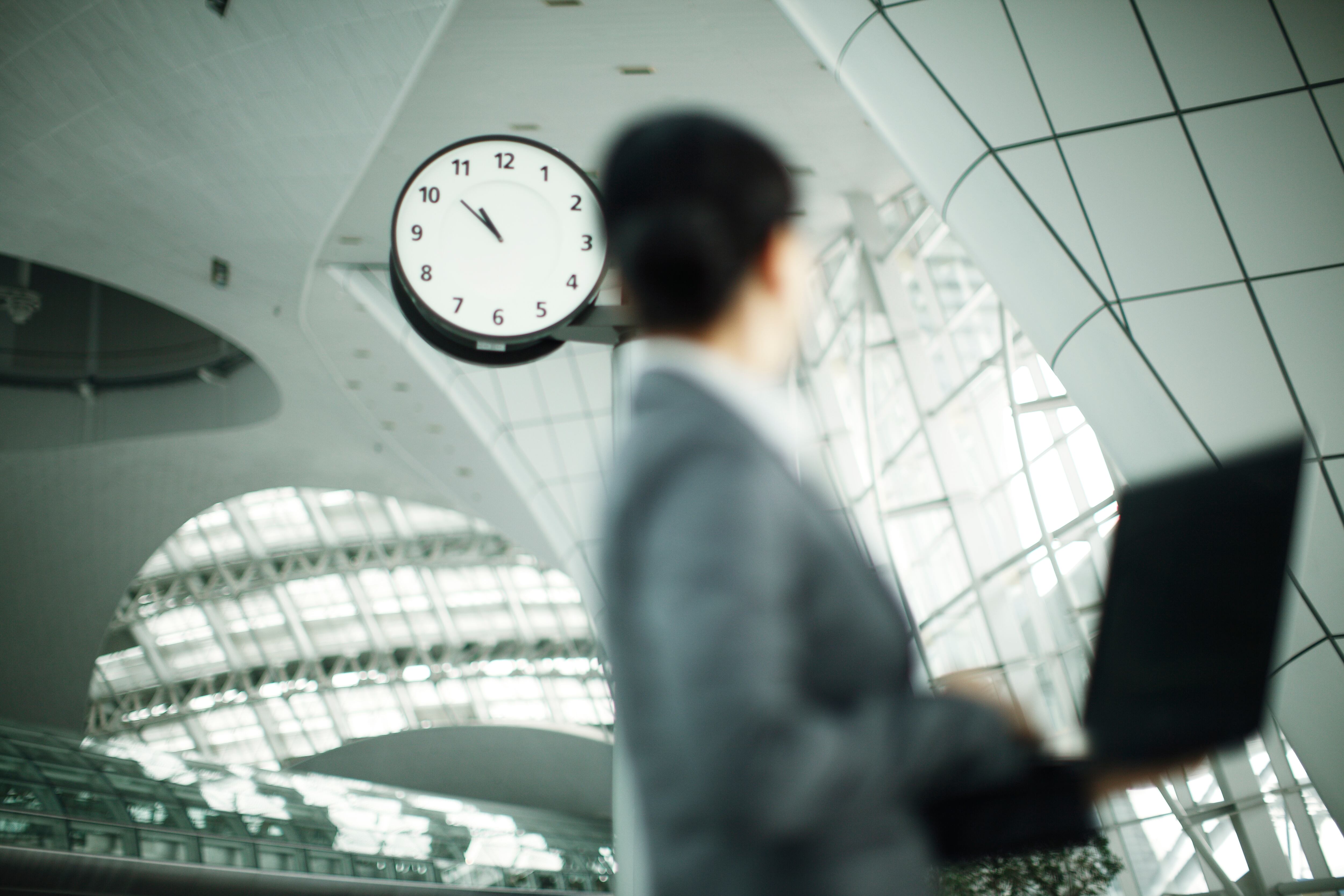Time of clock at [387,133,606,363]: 10:52
